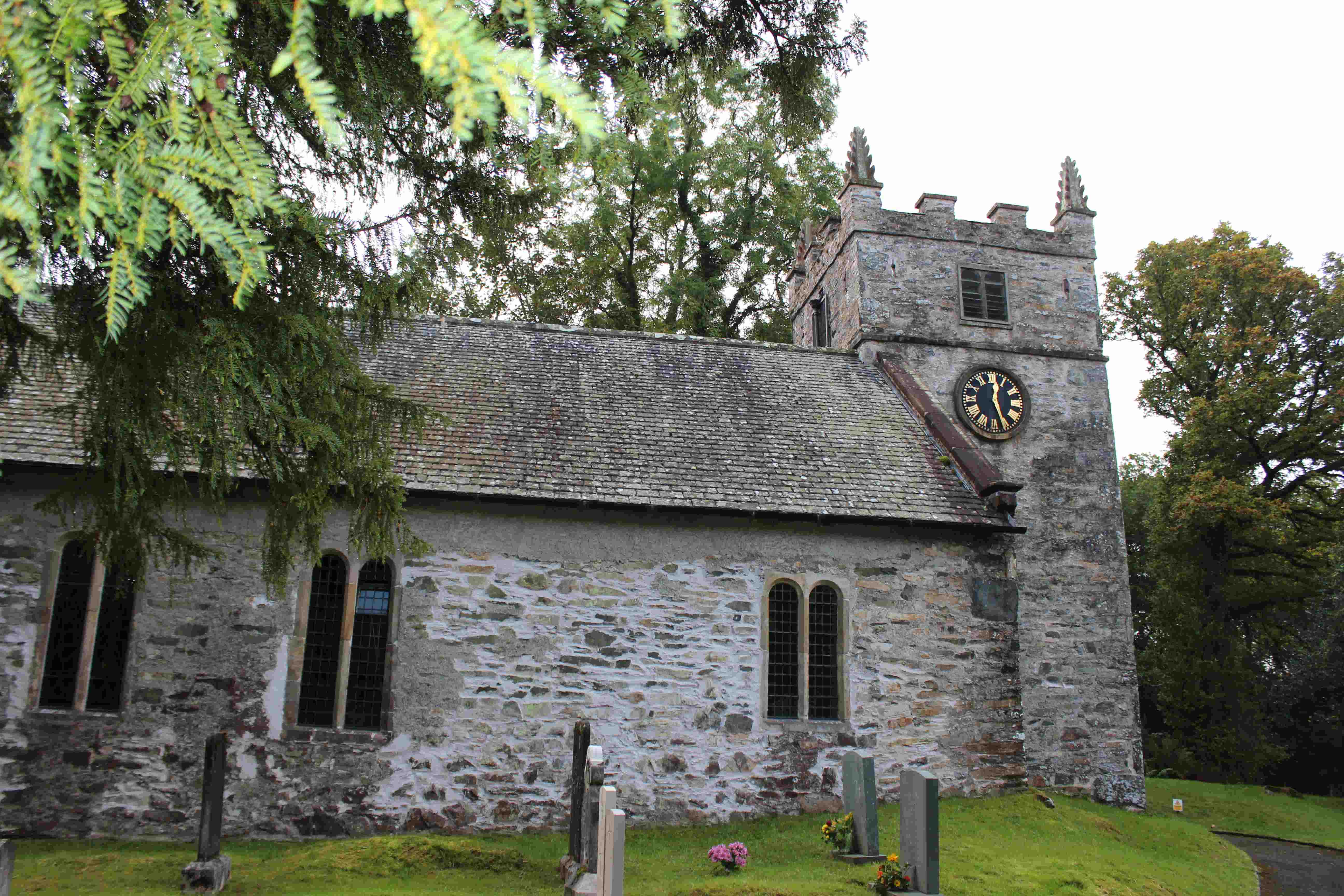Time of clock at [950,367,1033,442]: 12:26
